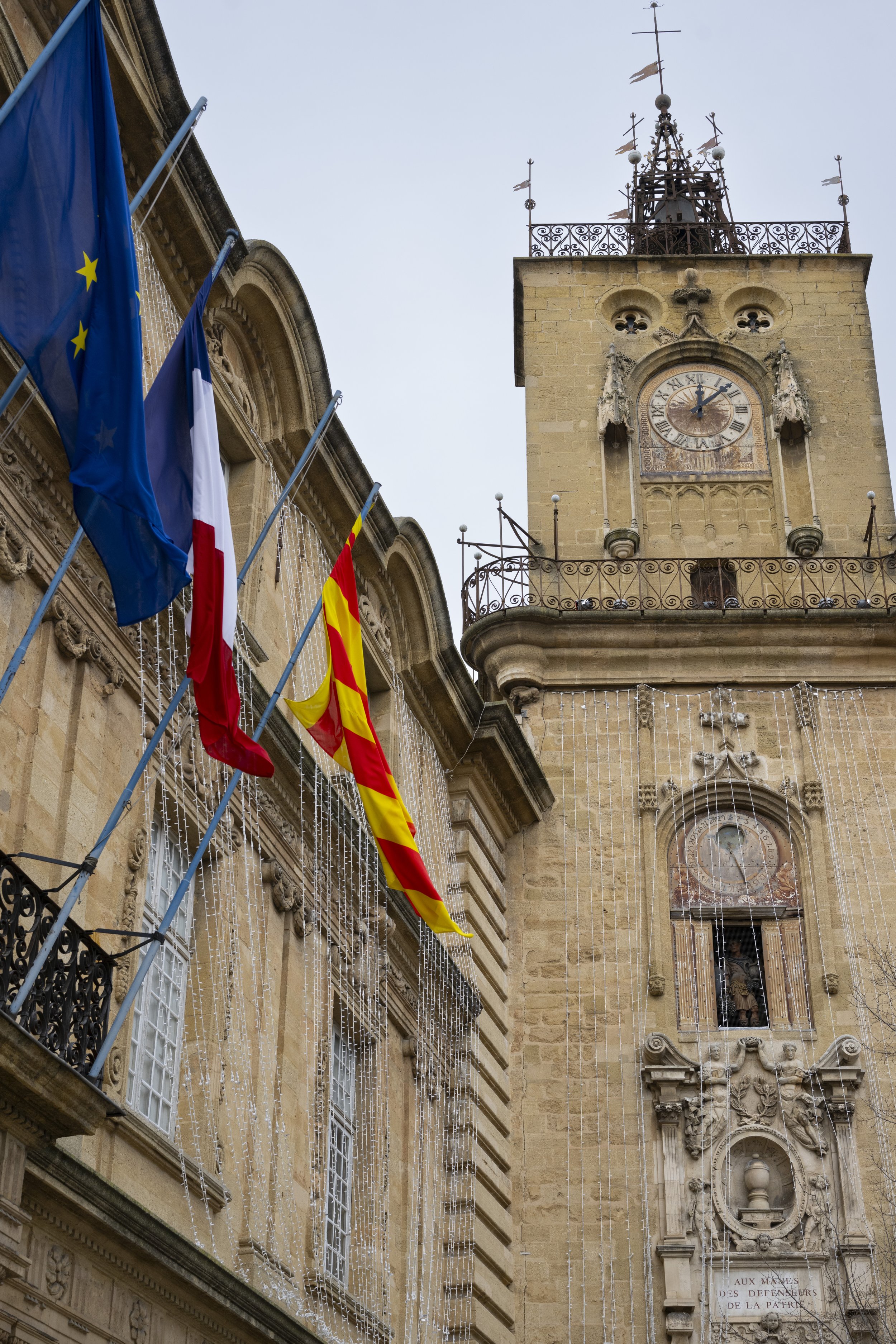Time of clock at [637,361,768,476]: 12:08
